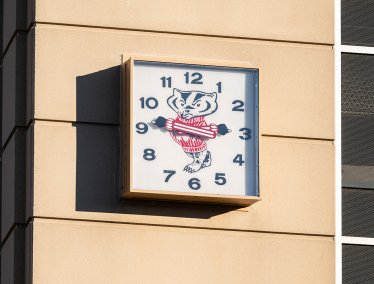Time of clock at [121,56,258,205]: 2:46
